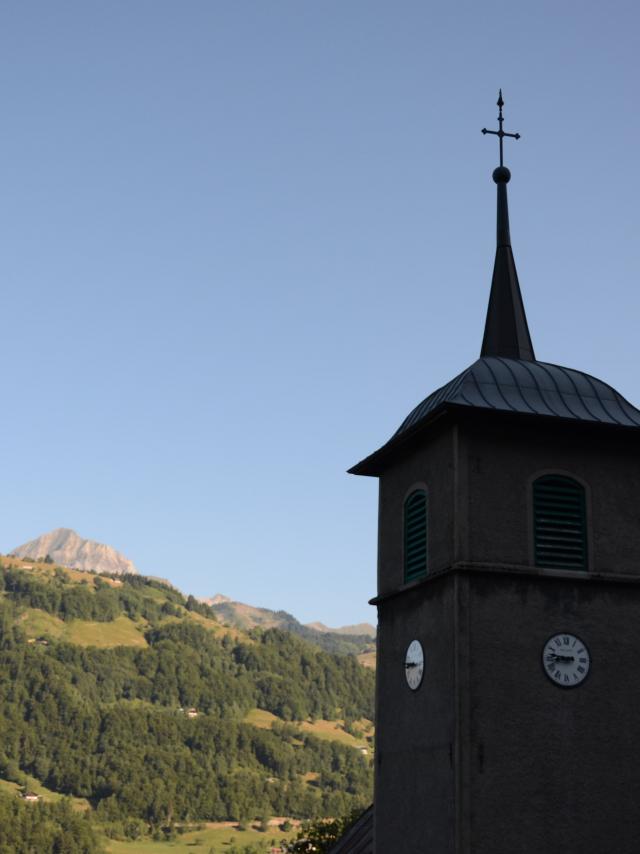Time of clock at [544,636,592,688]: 8:46
